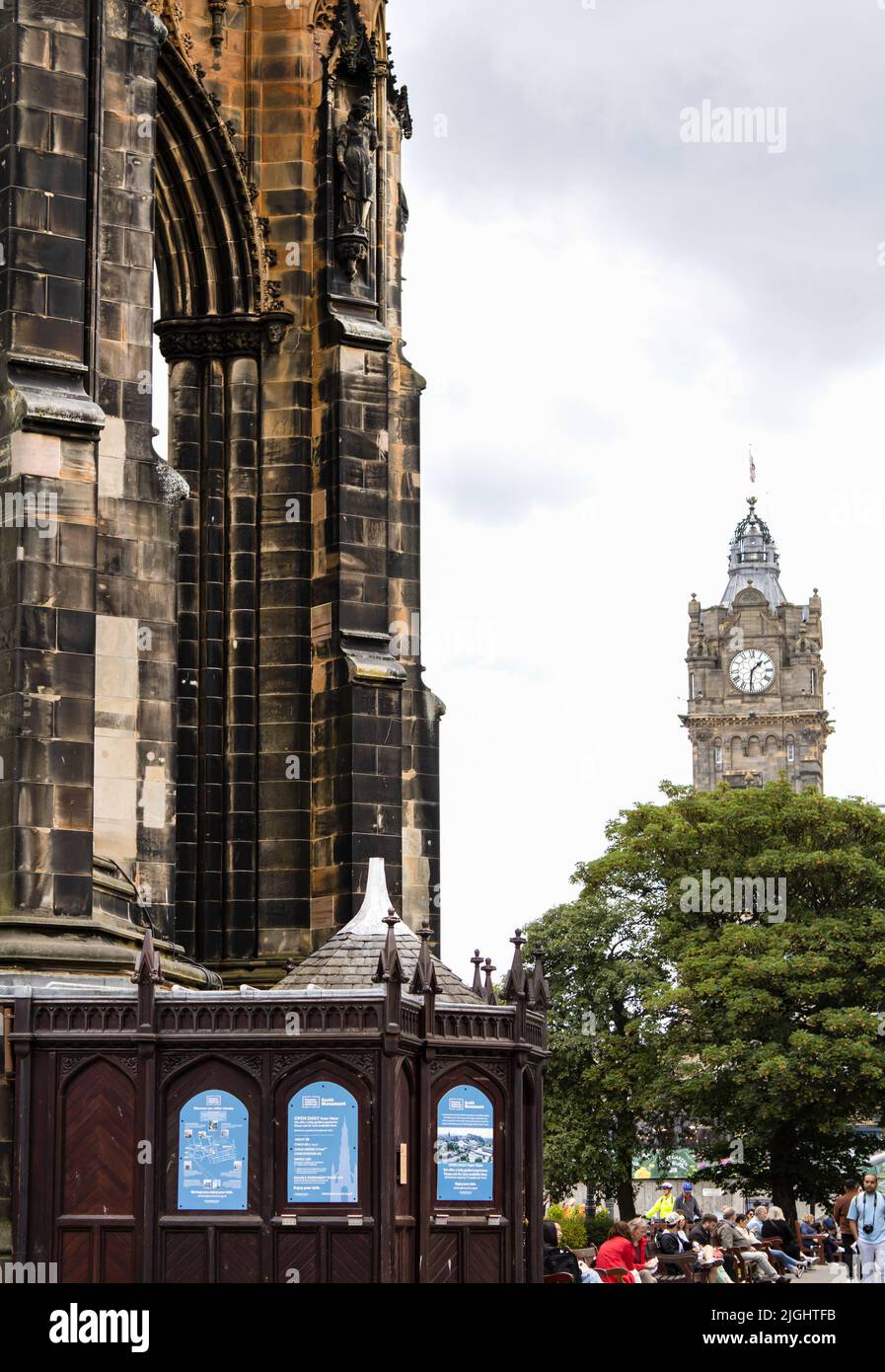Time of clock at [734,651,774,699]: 1:31
